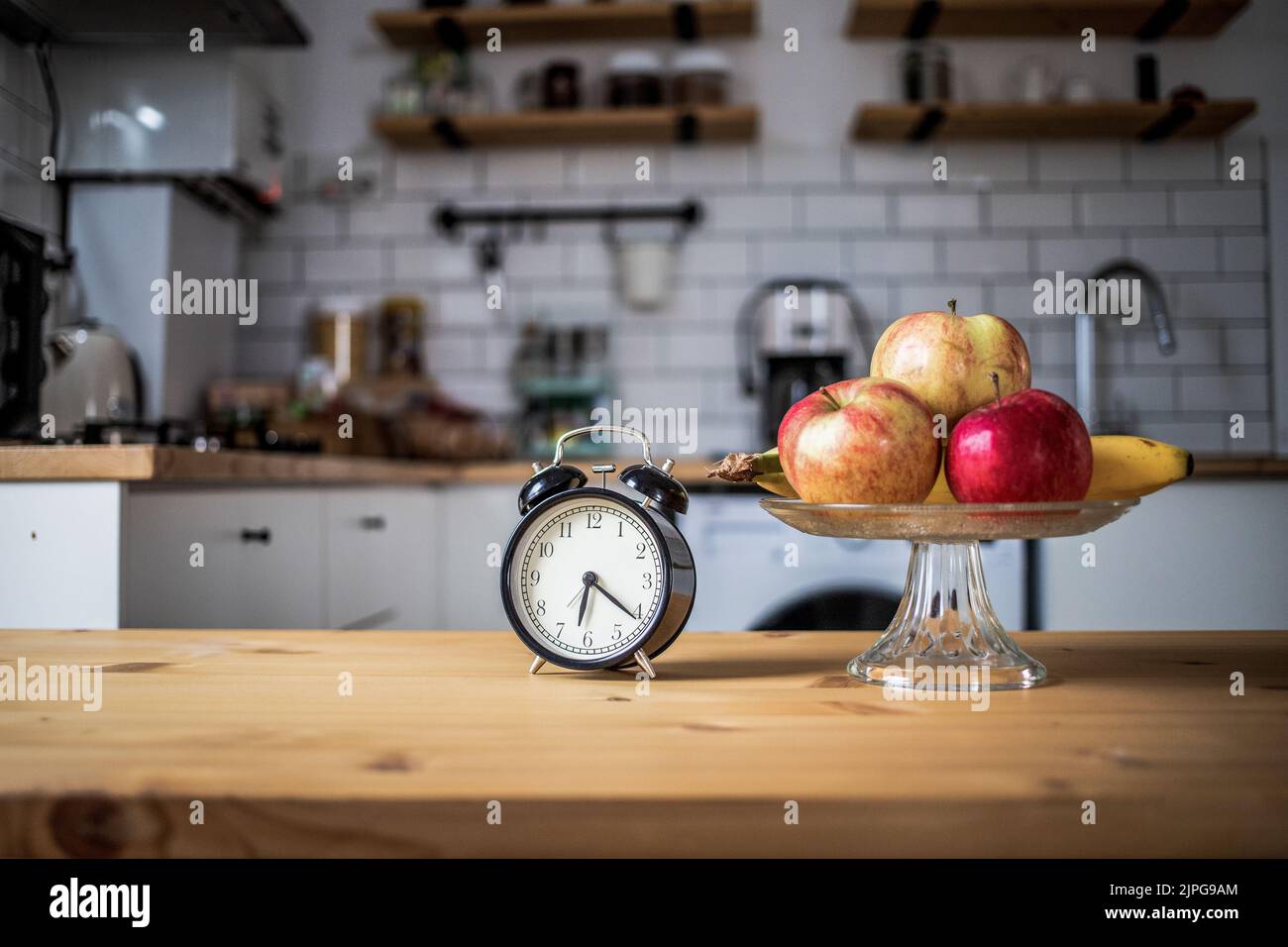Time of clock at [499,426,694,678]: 6:21
